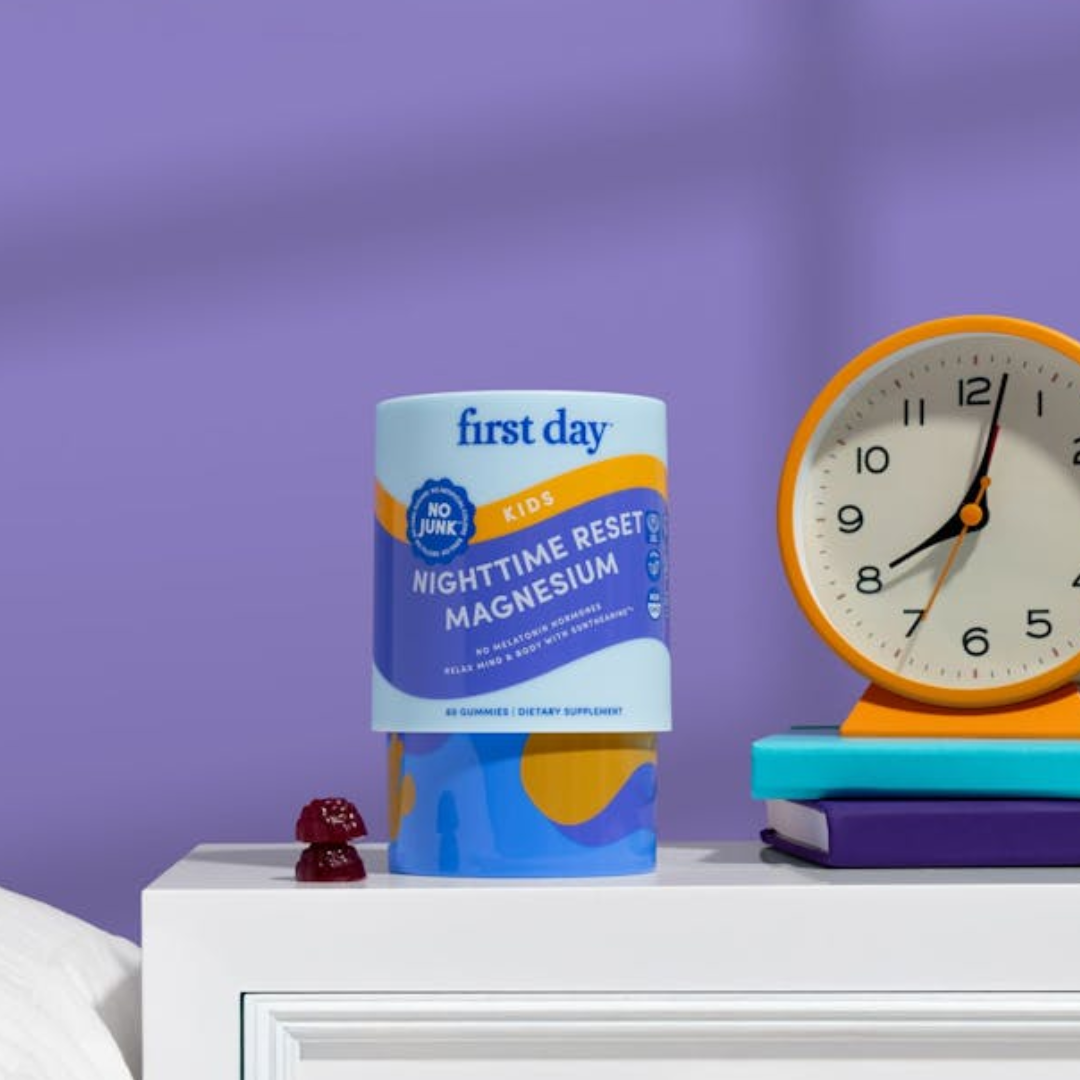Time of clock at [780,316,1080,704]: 8:02
